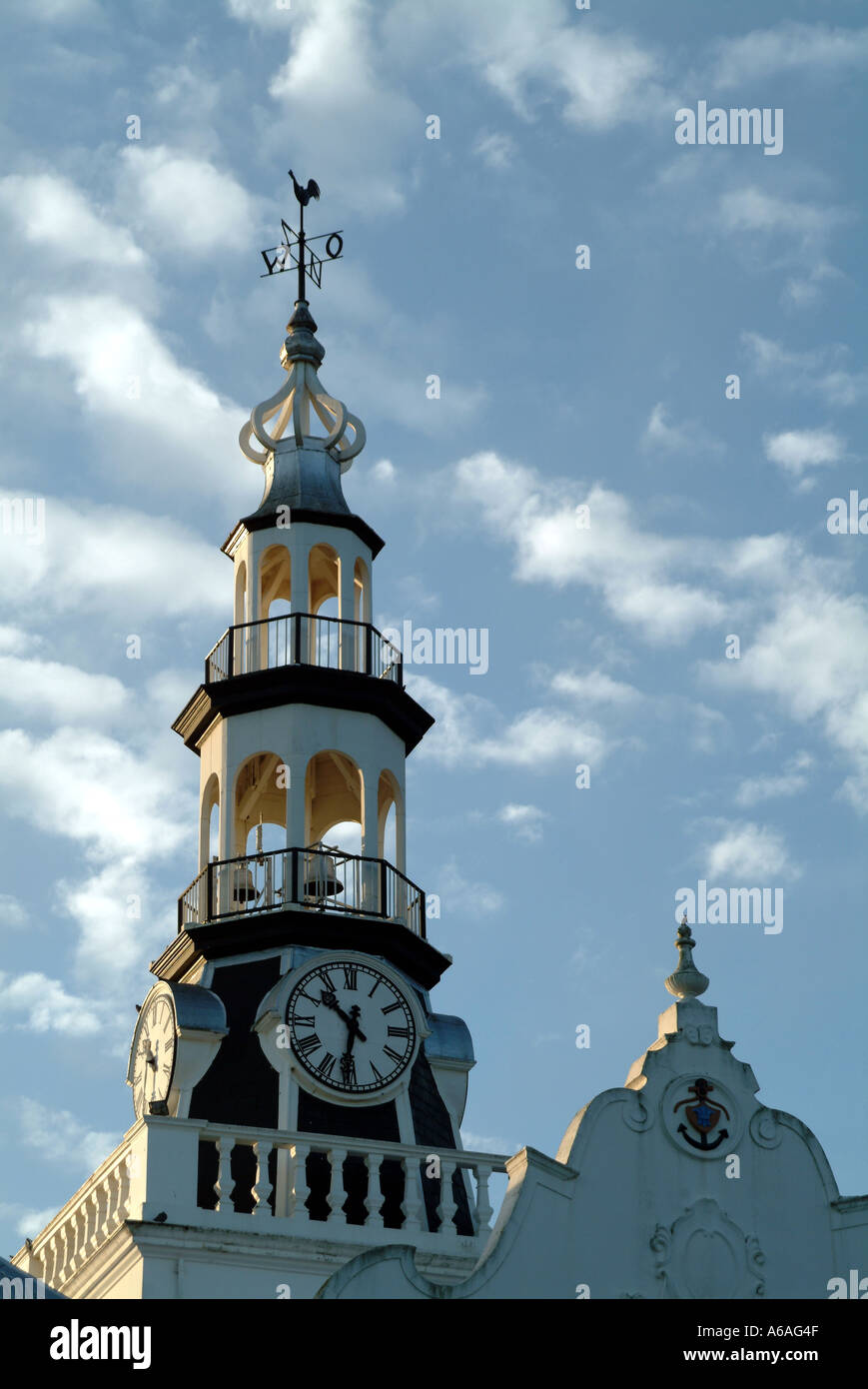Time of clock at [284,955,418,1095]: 10:31
